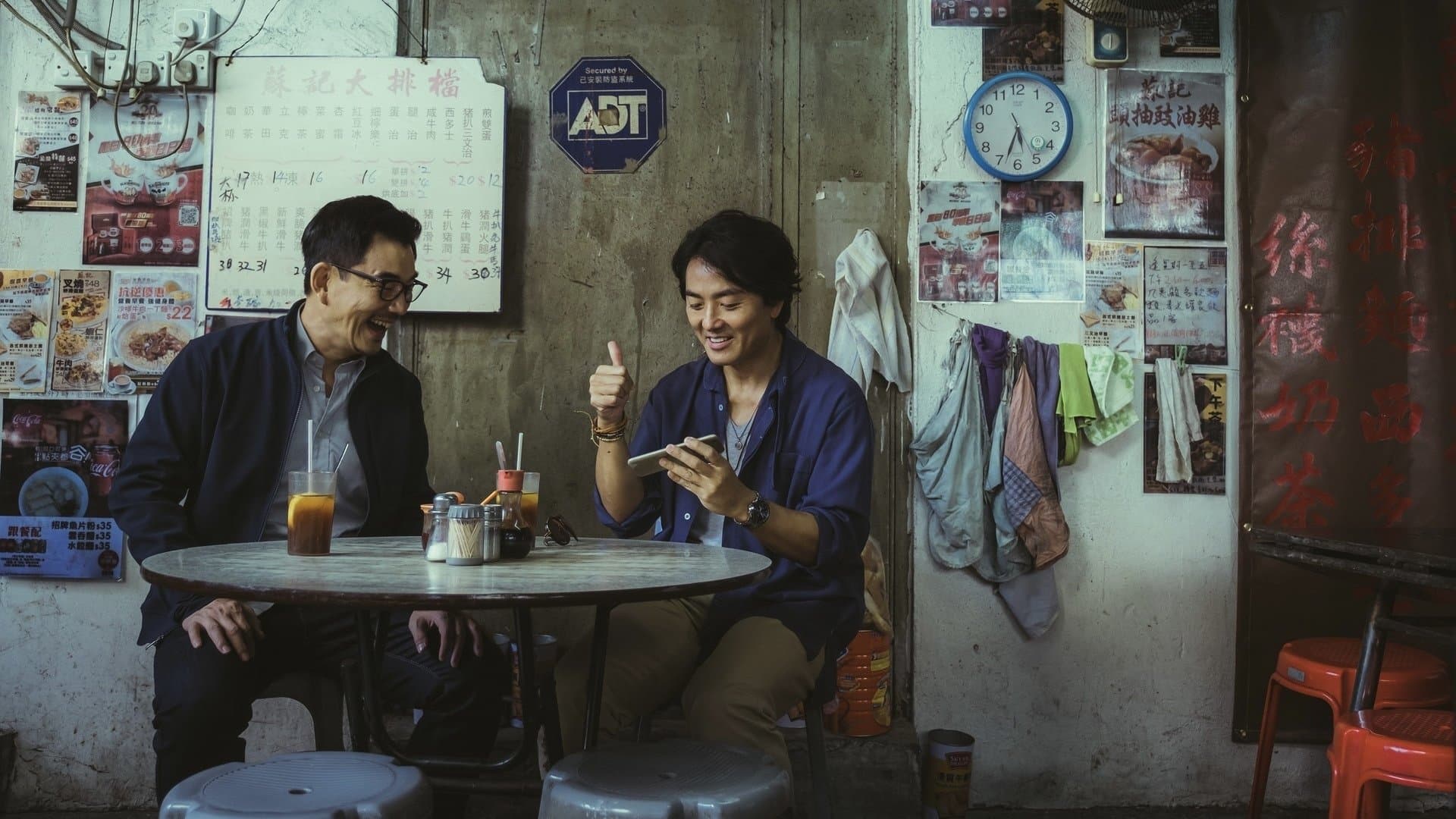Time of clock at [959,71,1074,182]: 5:33
